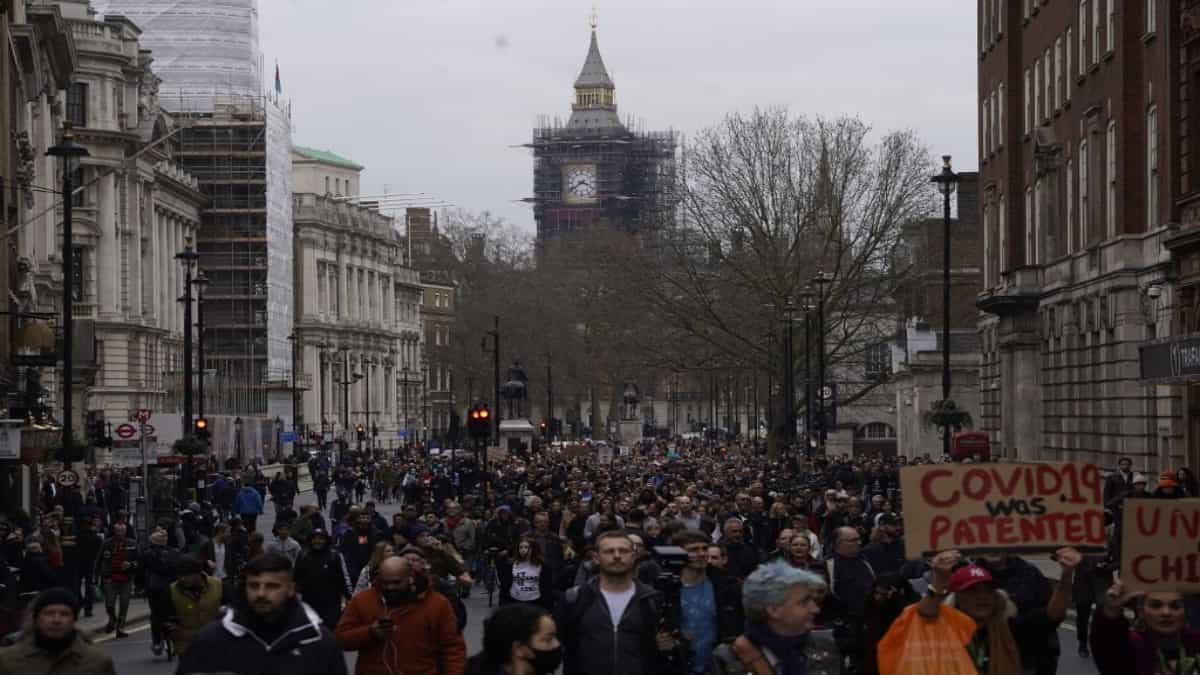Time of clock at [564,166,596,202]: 3:39
